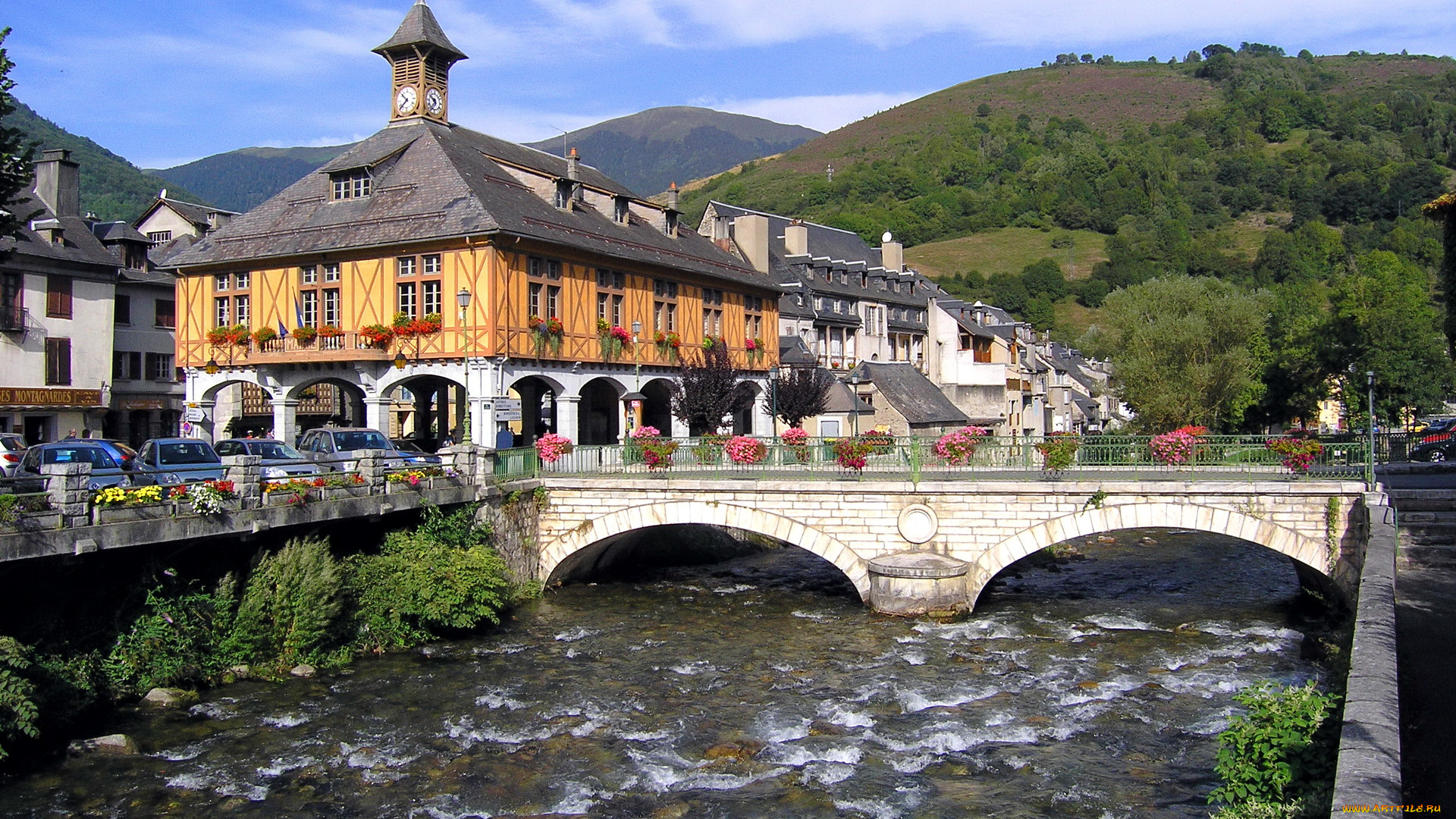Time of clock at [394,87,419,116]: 10:37
